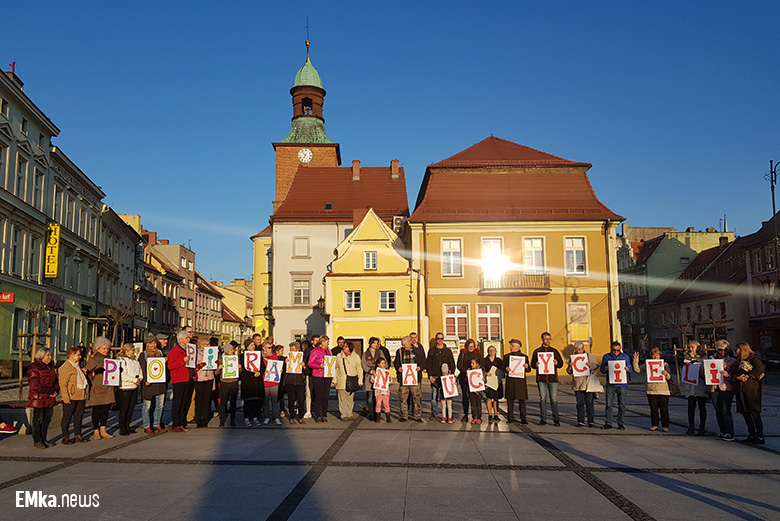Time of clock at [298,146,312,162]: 6:52
